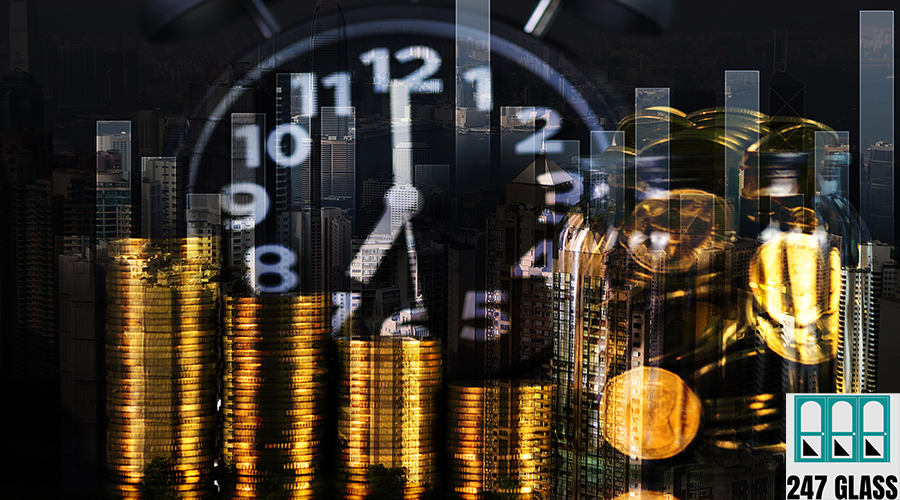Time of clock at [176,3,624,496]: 7:00
